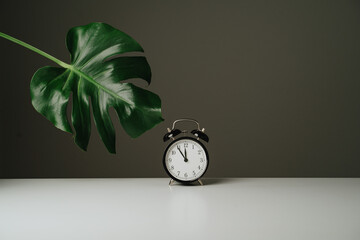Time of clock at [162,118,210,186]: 11:54
